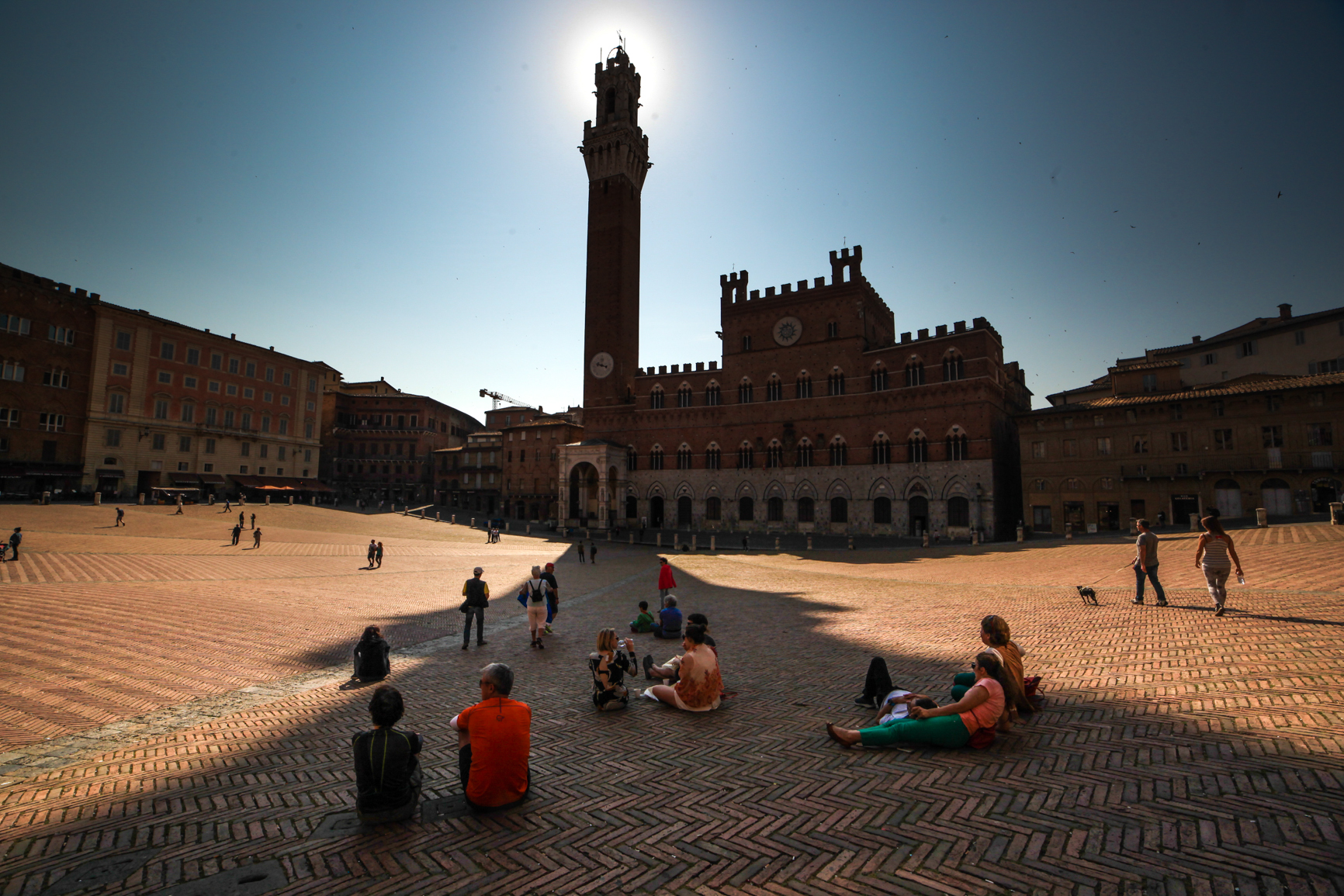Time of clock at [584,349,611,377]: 3:47
